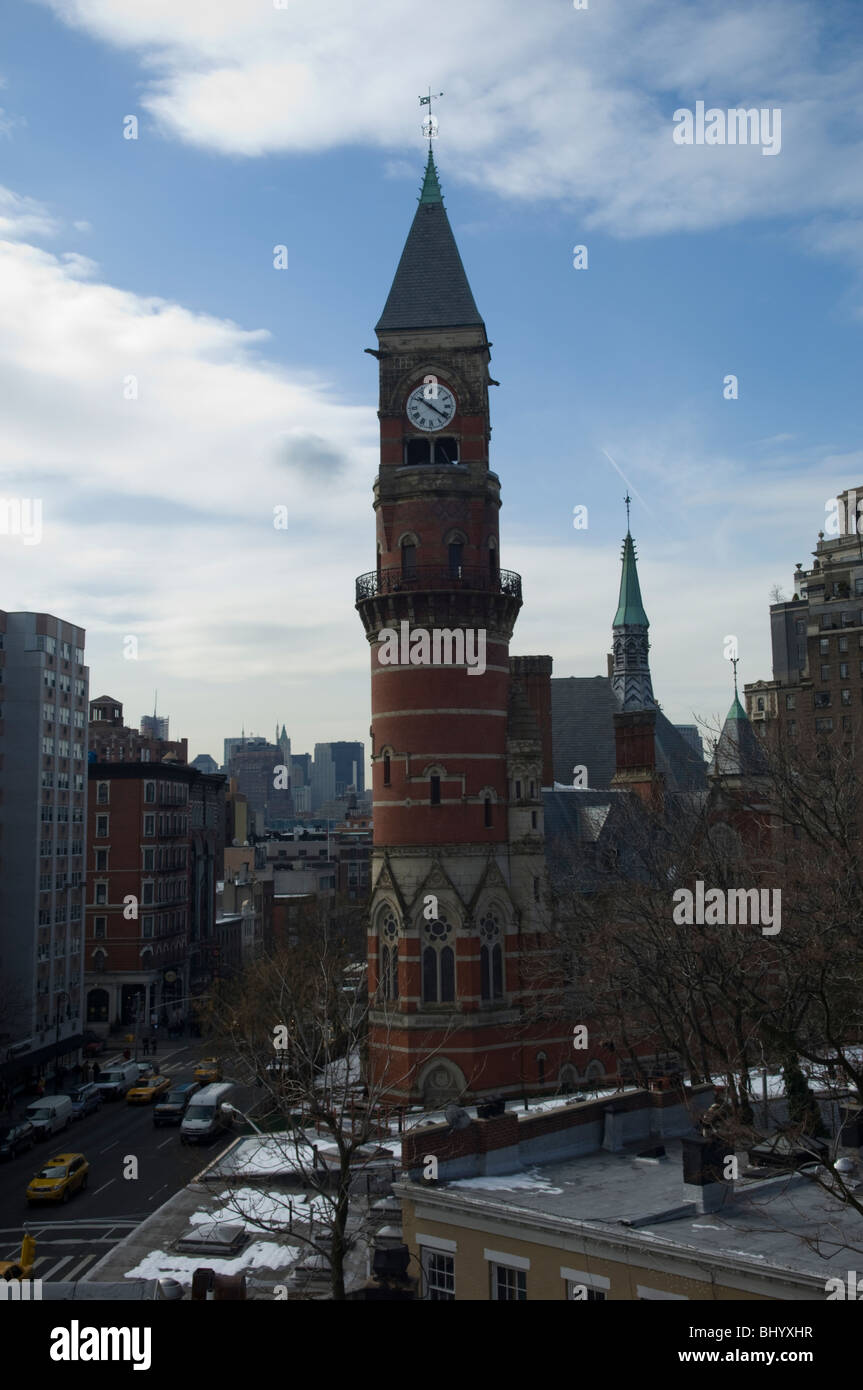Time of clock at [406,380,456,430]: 10:21
